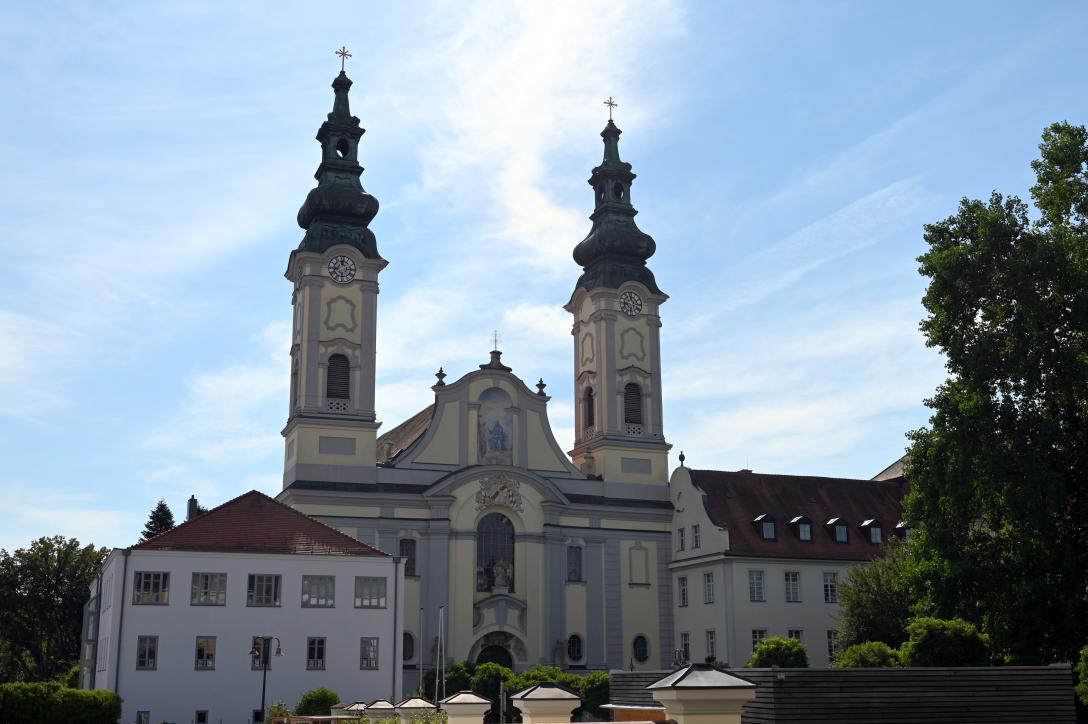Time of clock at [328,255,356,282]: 12:14
